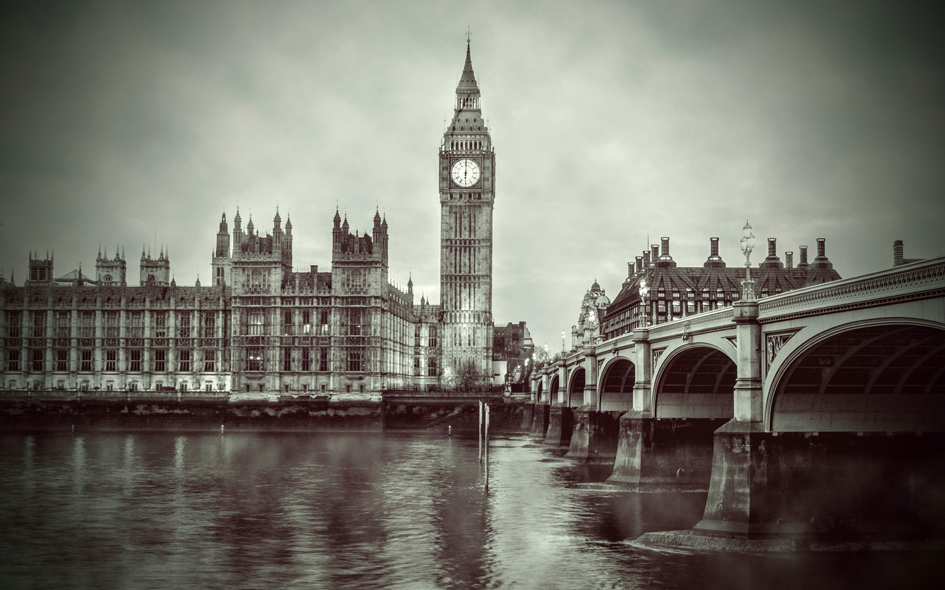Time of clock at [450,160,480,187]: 6:00
